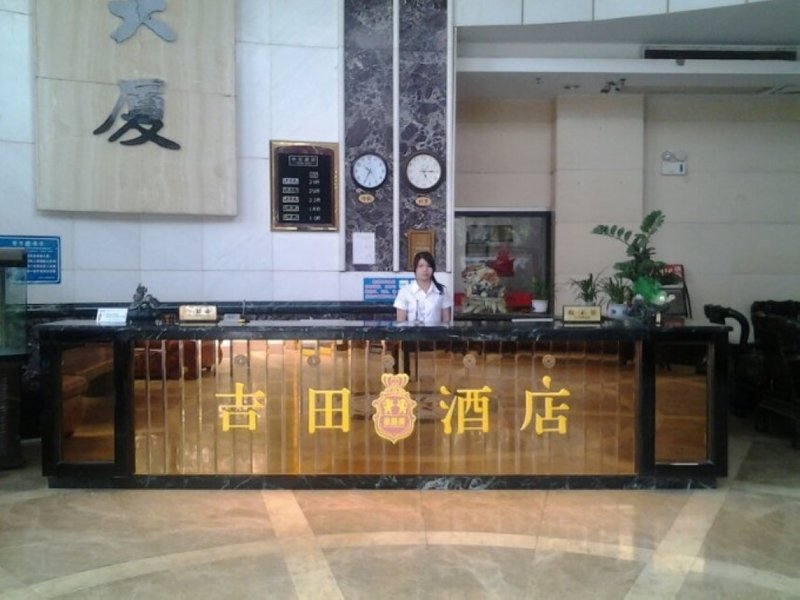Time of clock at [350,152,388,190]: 10:34
